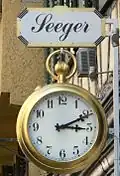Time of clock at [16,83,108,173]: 3:10
